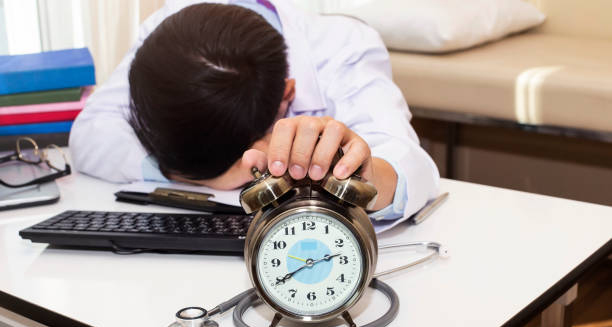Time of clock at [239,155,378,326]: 2:40
